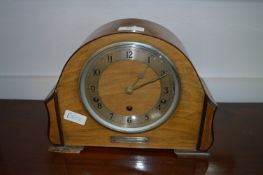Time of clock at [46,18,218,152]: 1:11
